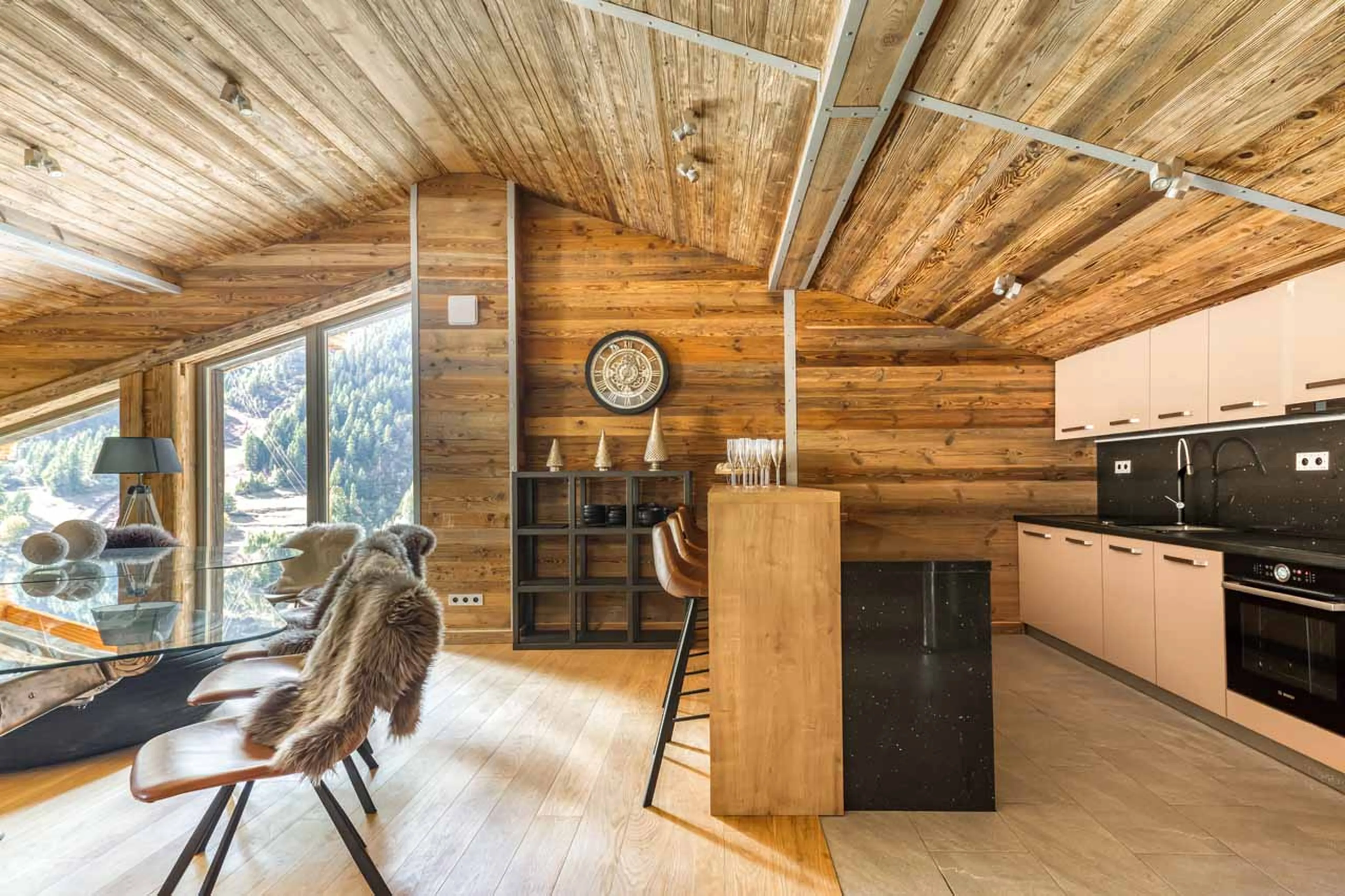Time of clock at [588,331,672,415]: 7:01
